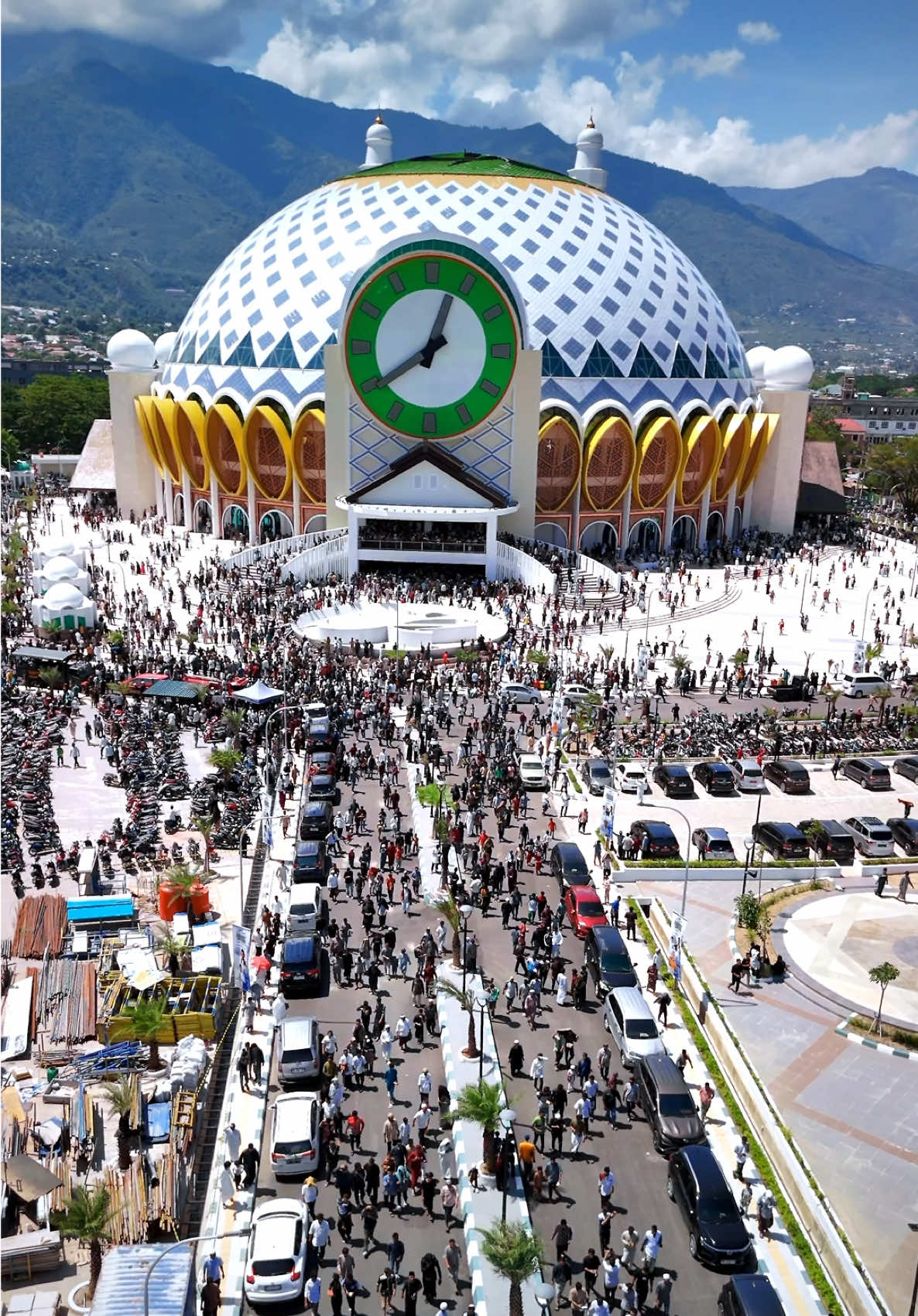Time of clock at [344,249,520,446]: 12:39
